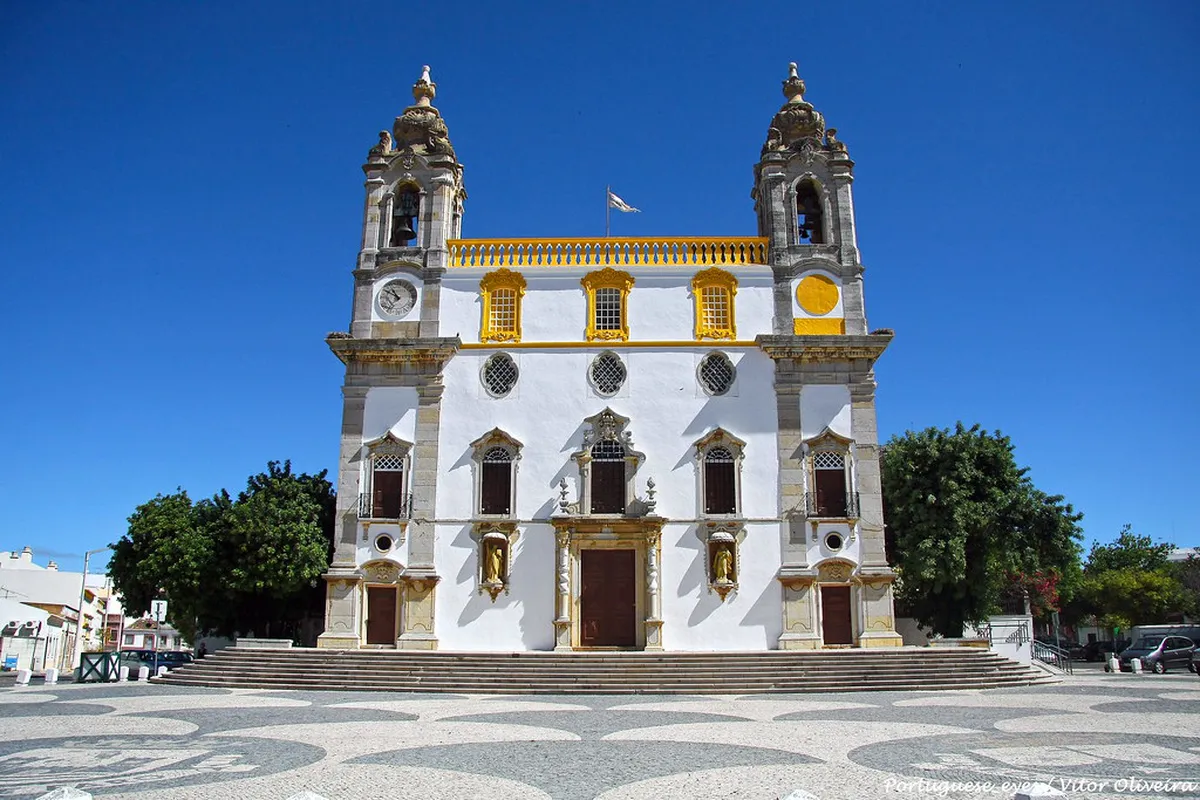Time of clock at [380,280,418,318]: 10:50
